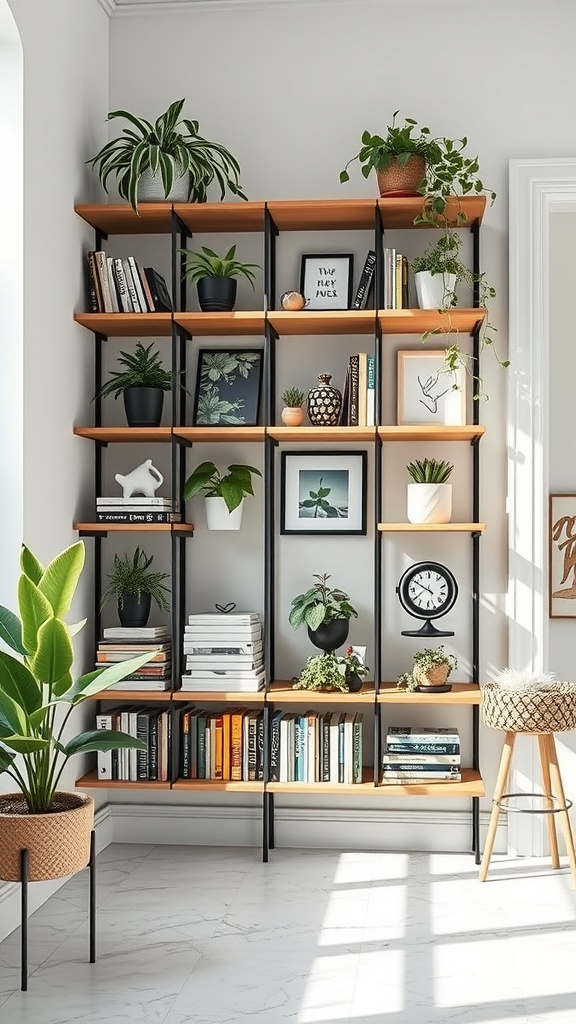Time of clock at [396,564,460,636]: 7:50
